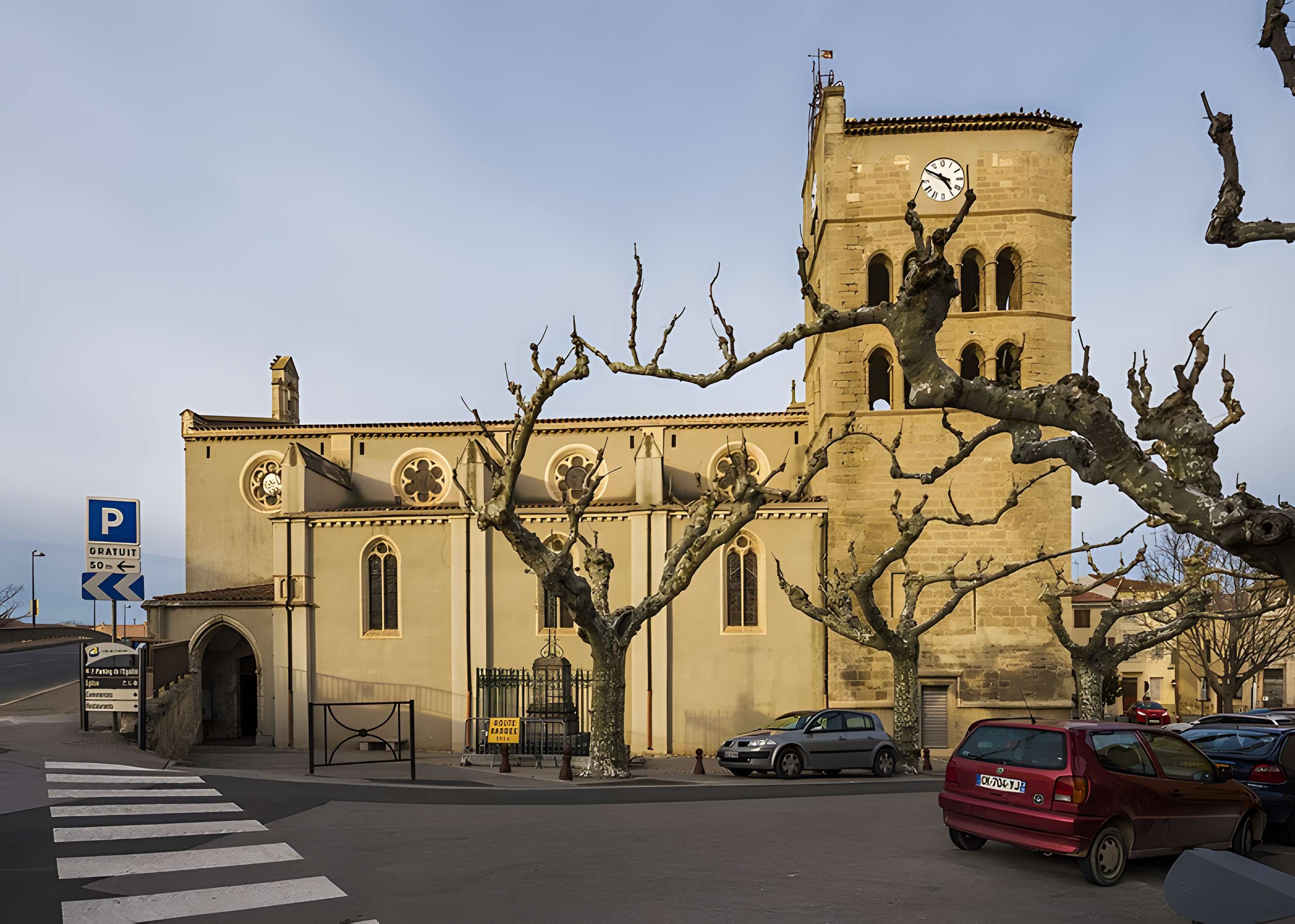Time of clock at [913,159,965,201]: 4:50
